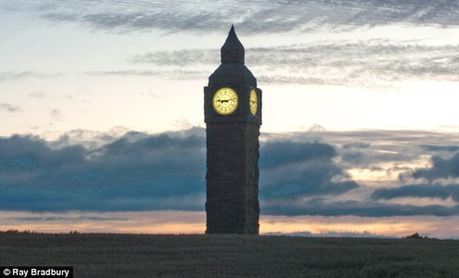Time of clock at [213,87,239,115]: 9:12
